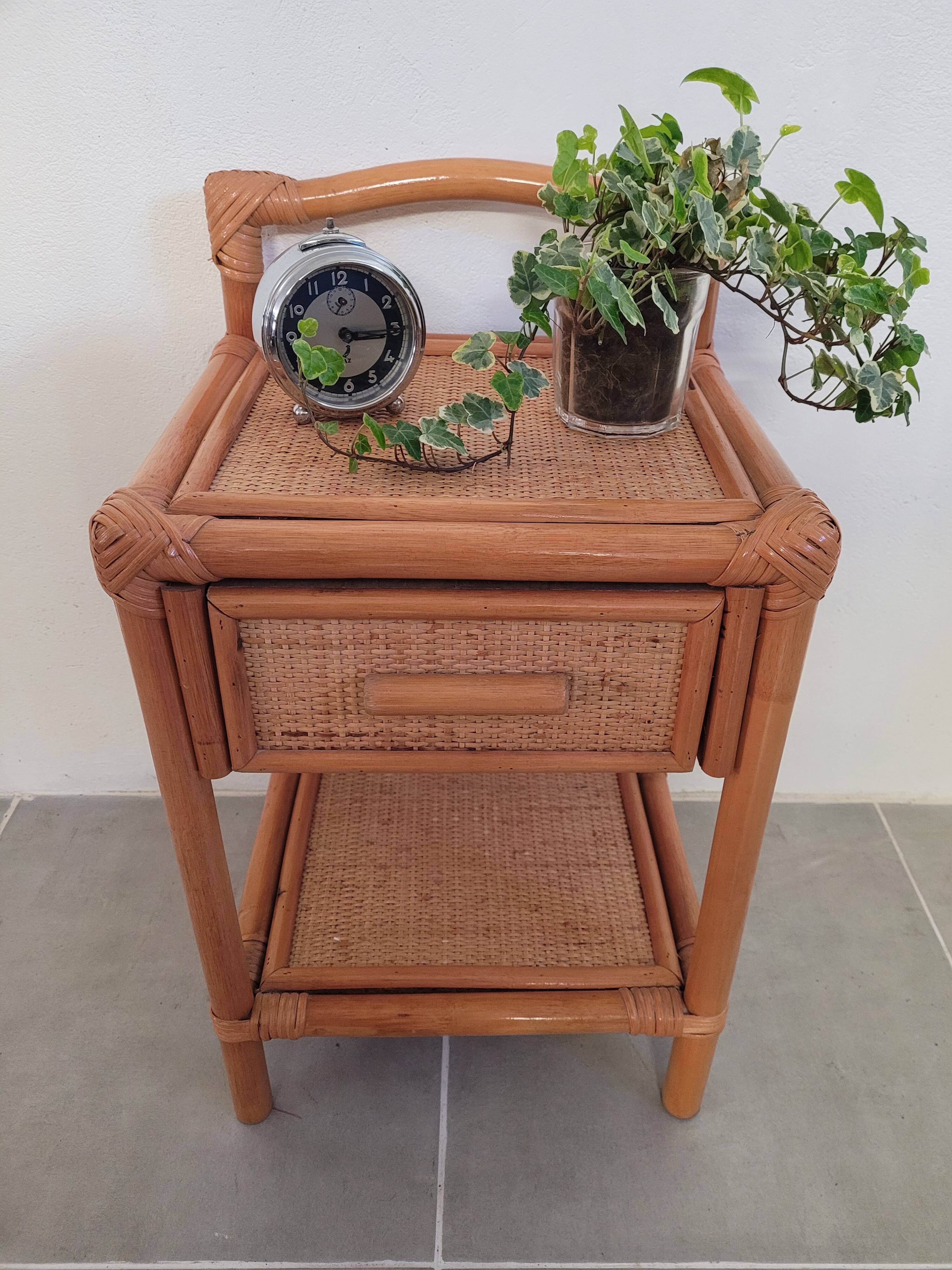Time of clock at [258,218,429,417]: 3:15
